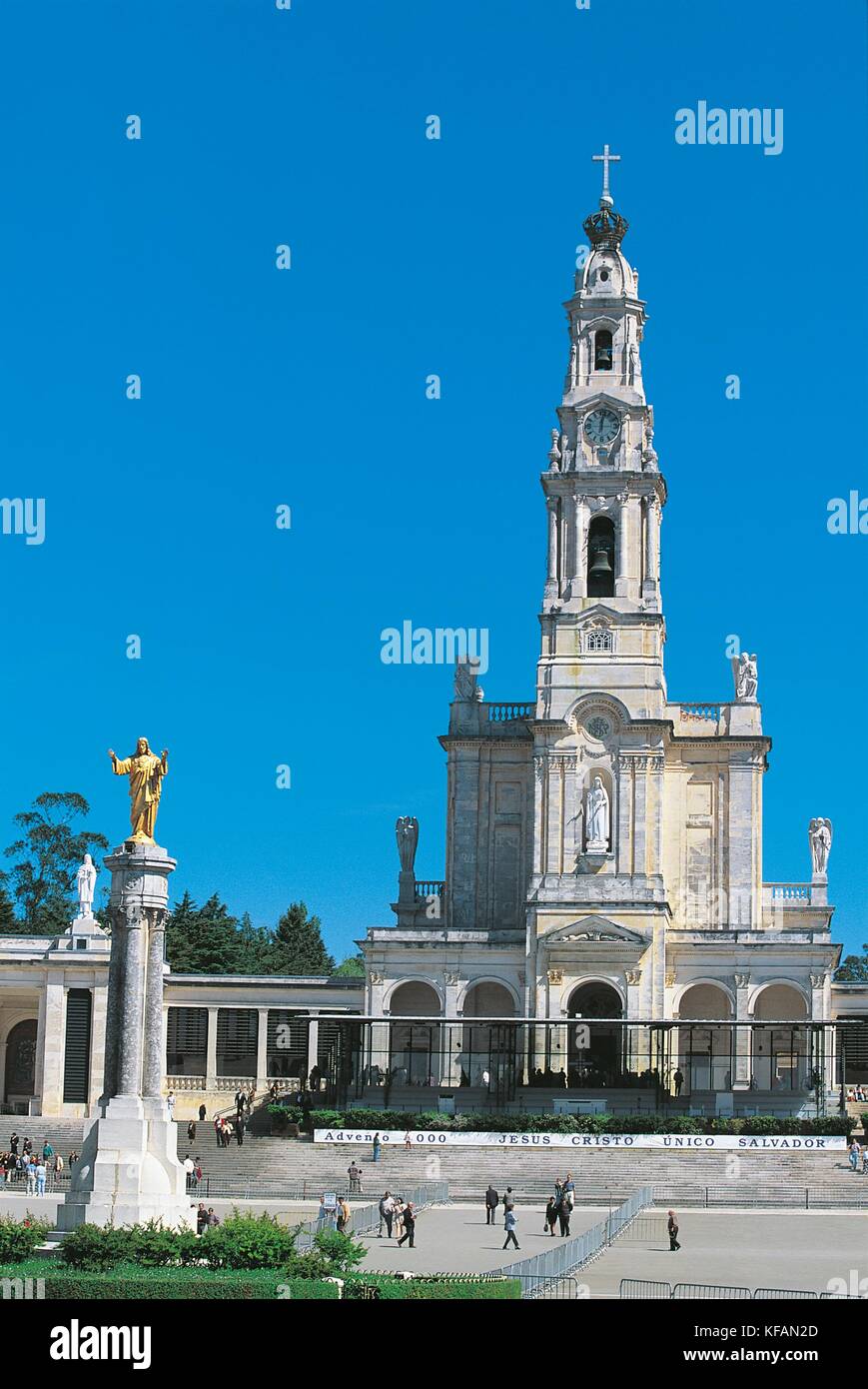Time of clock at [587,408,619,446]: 12:01
